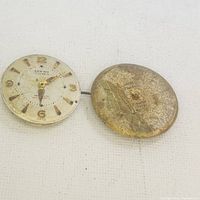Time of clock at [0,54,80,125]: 6:09
